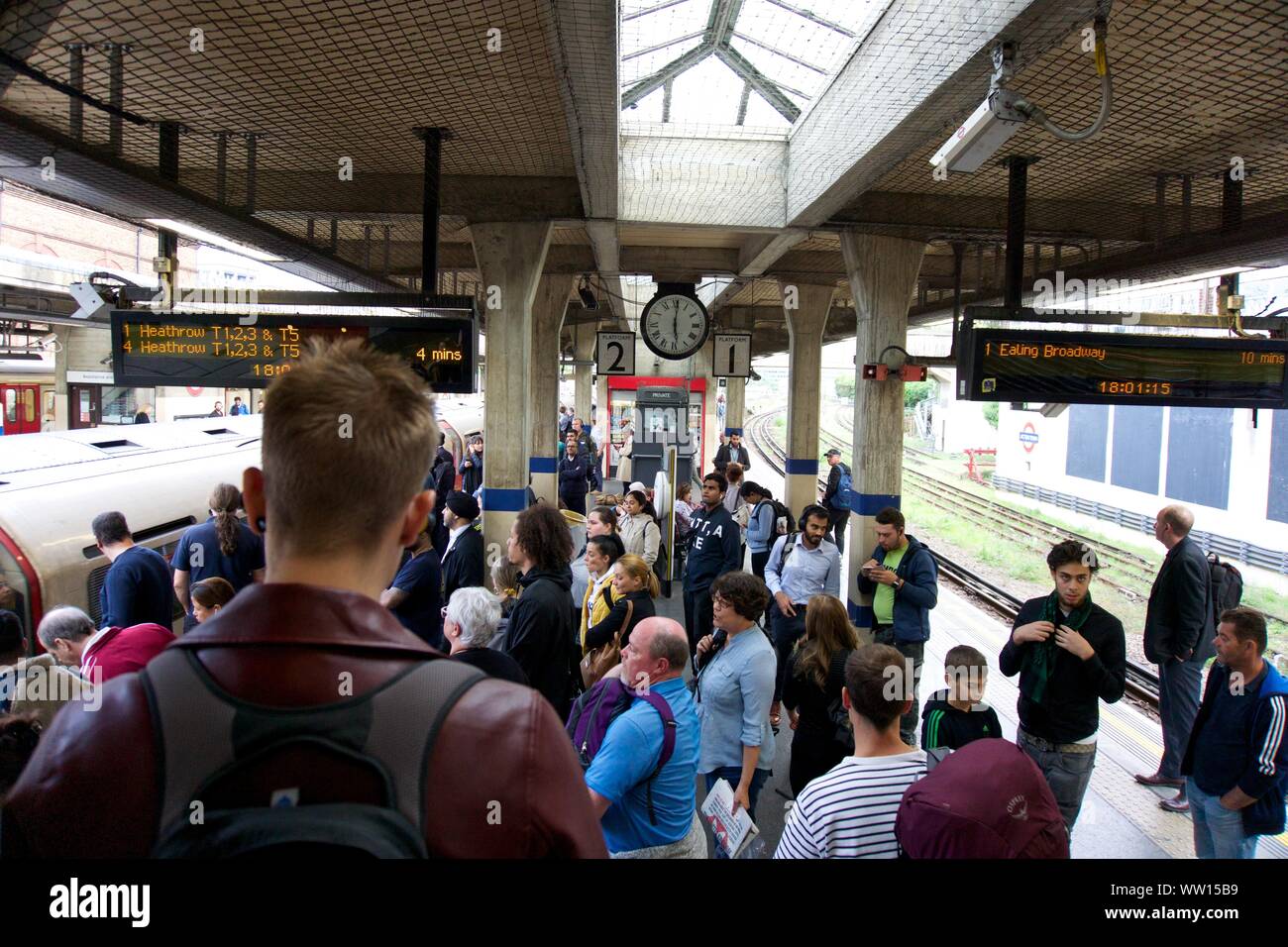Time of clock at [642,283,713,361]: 6:00
